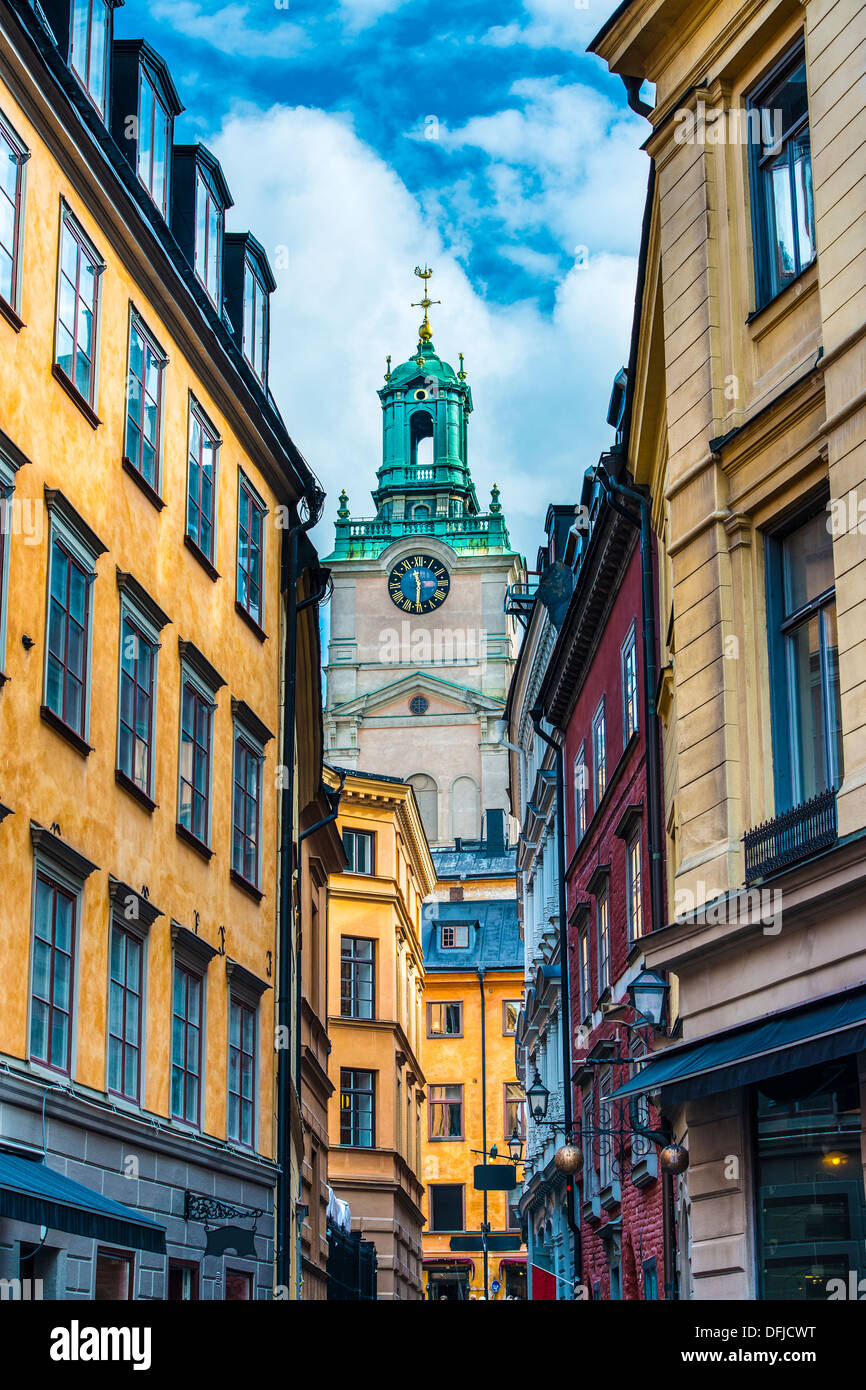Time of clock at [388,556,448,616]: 11:30
